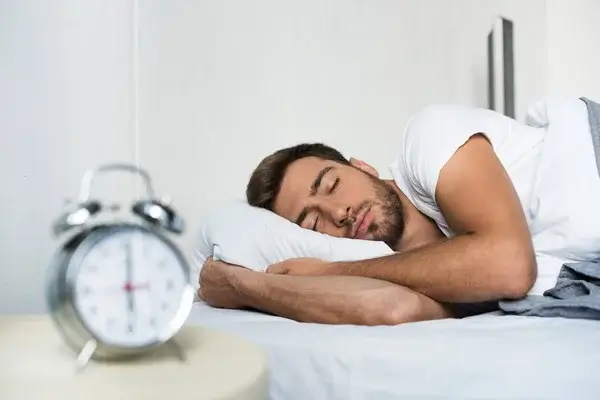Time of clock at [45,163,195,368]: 6:00
